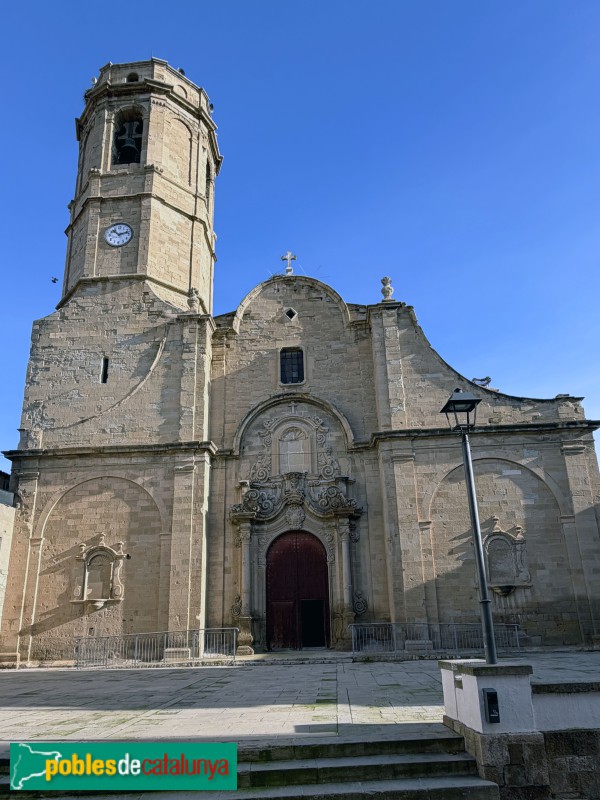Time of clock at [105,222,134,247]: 11:12
